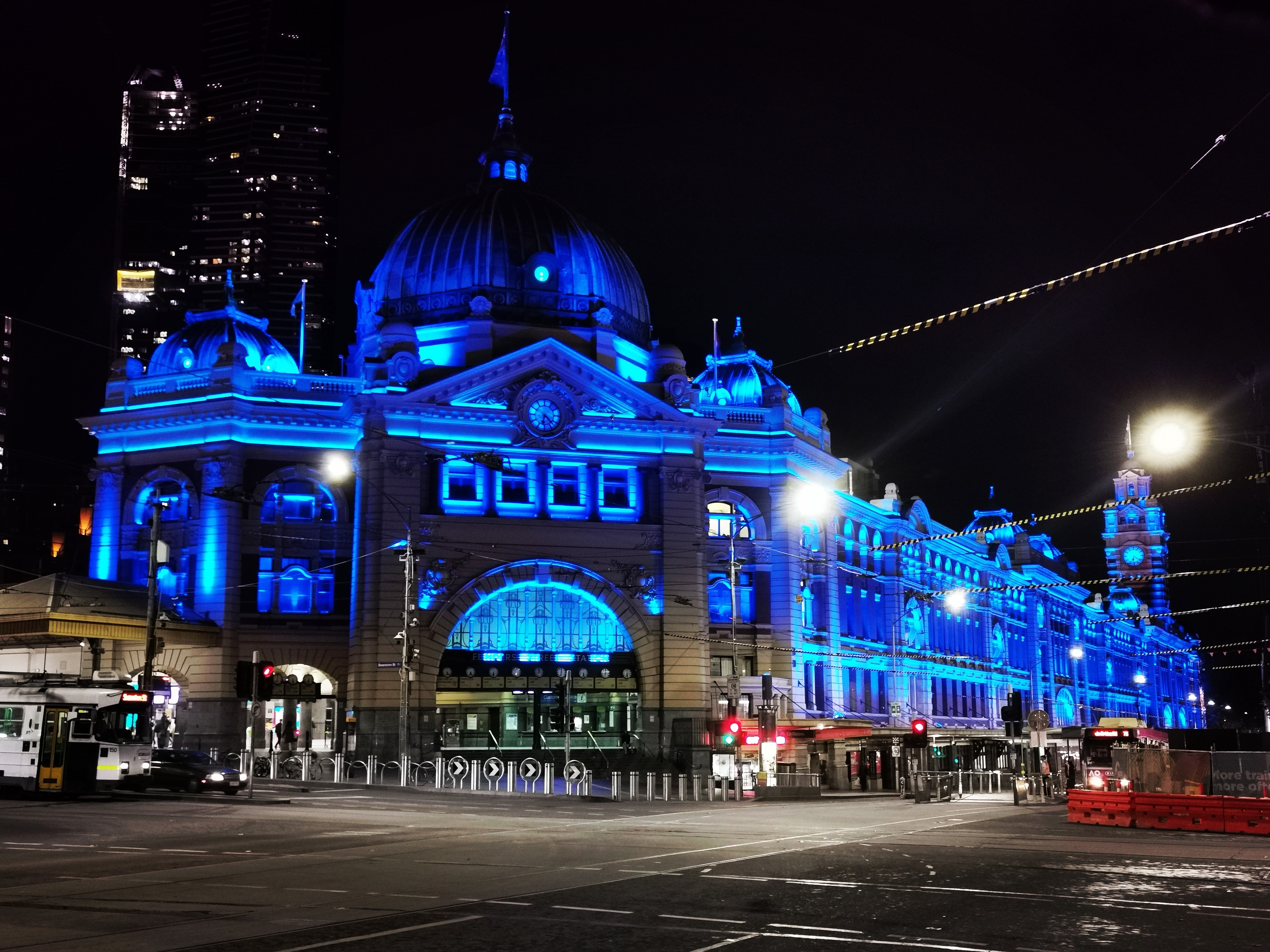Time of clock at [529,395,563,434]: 6:22
